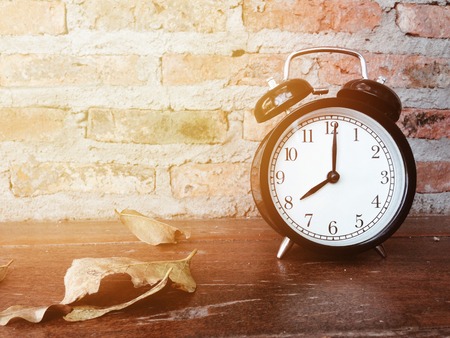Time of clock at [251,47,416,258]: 8:00
